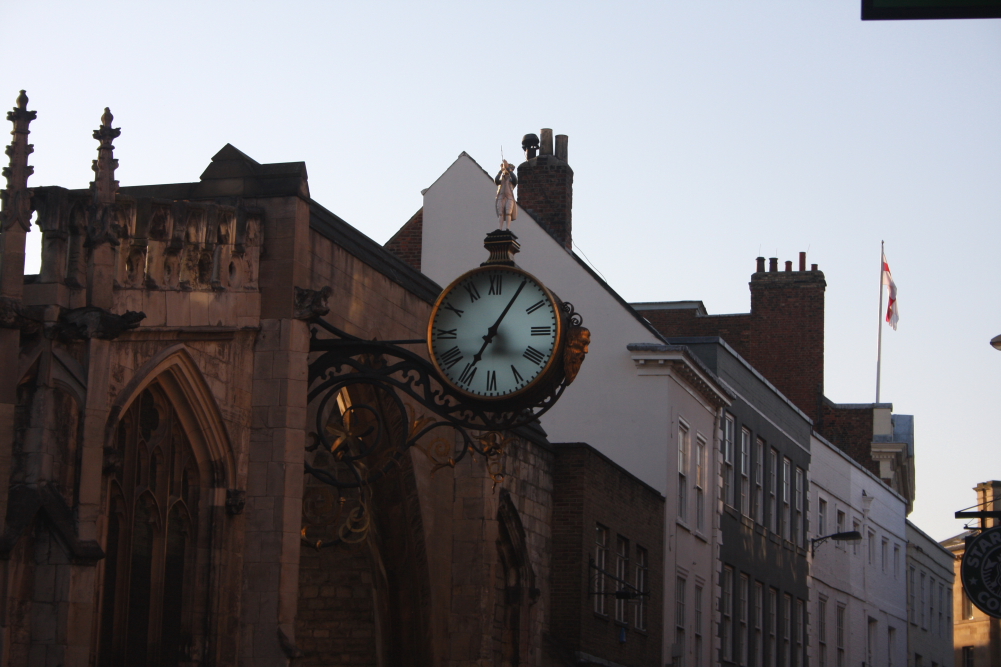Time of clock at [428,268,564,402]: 7:05
